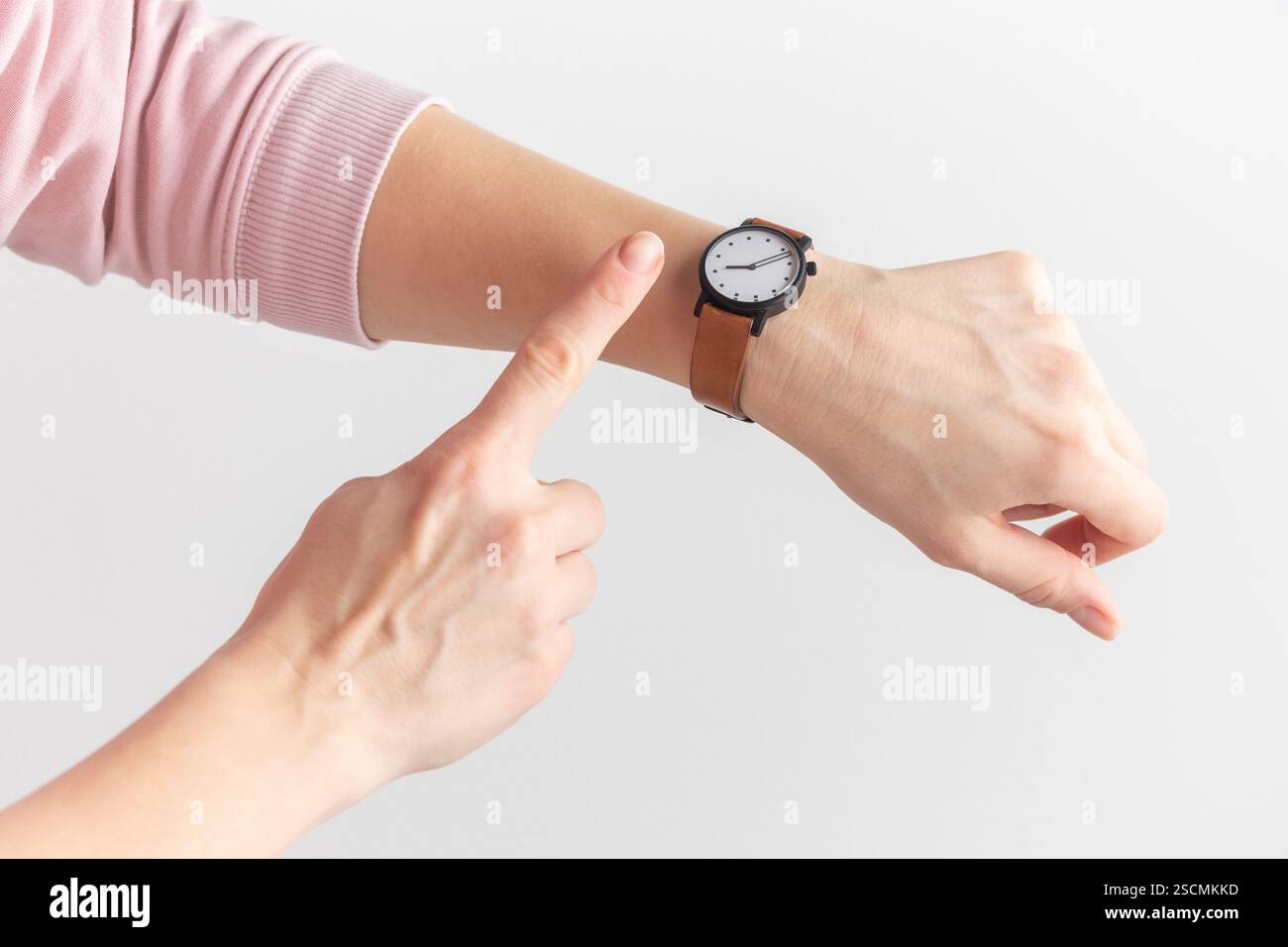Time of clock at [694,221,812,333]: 9:11
